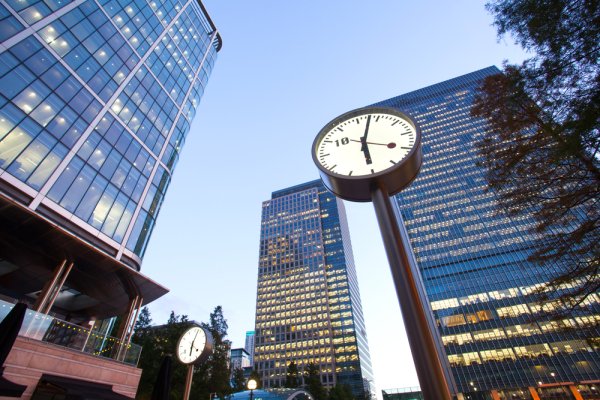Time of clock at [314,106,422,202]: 6:02
